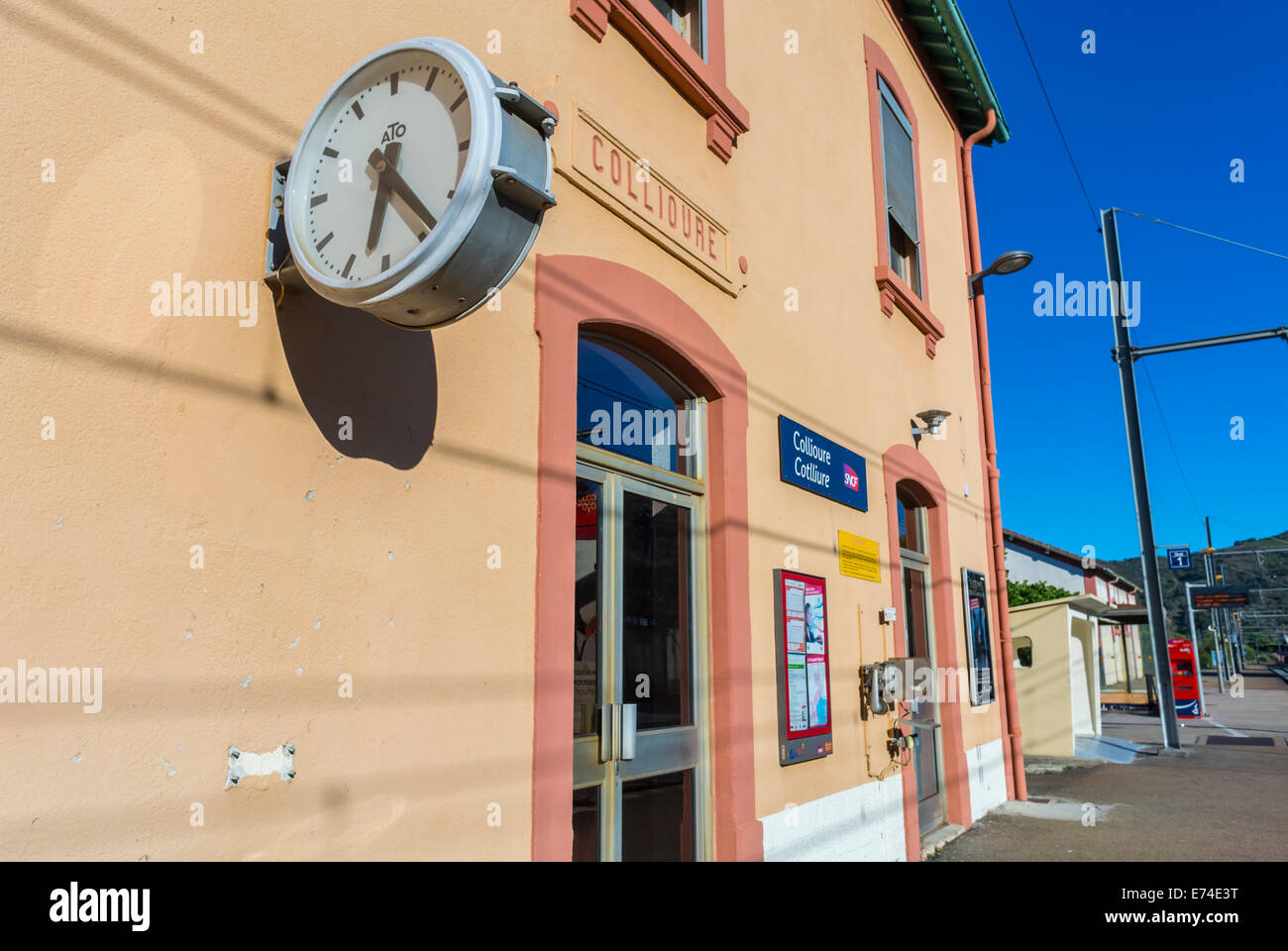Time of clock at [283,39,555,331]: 6:23
